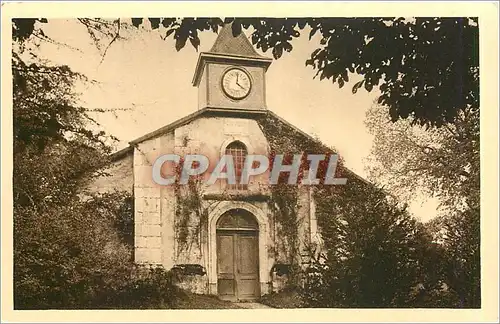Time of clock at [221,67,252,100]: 4:01
